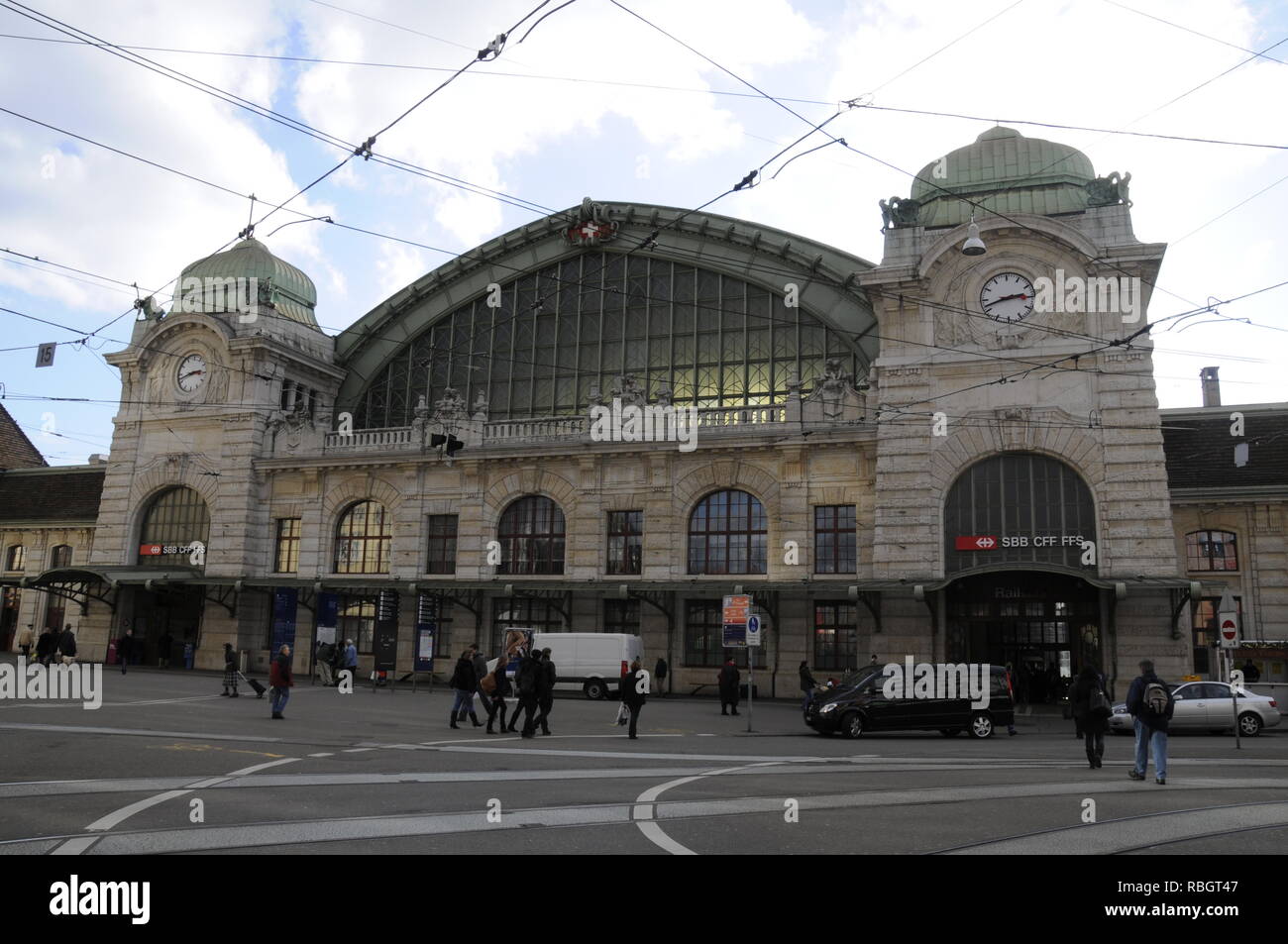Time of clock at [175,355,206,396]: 2:42
